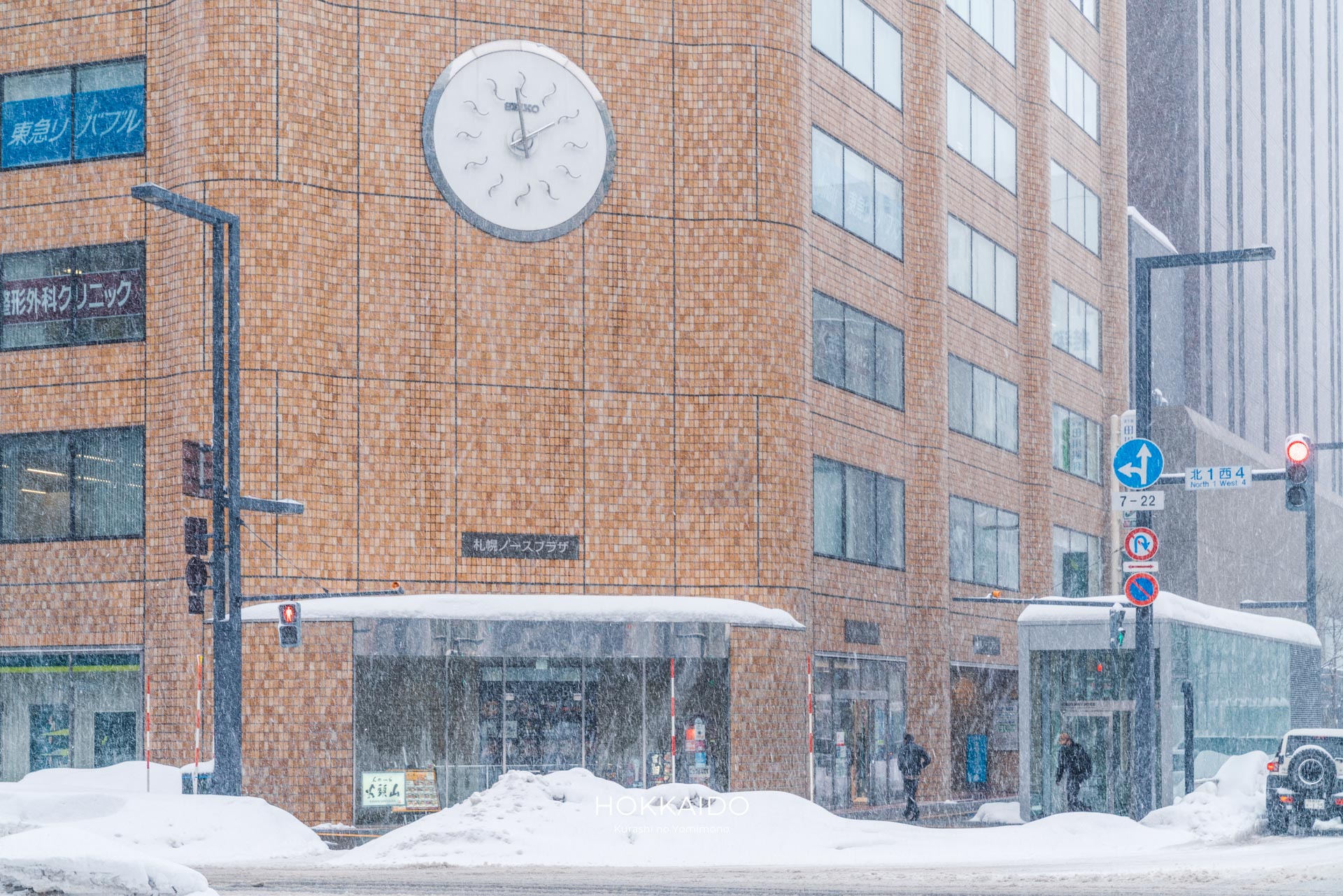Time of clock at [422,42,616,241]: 1:59
